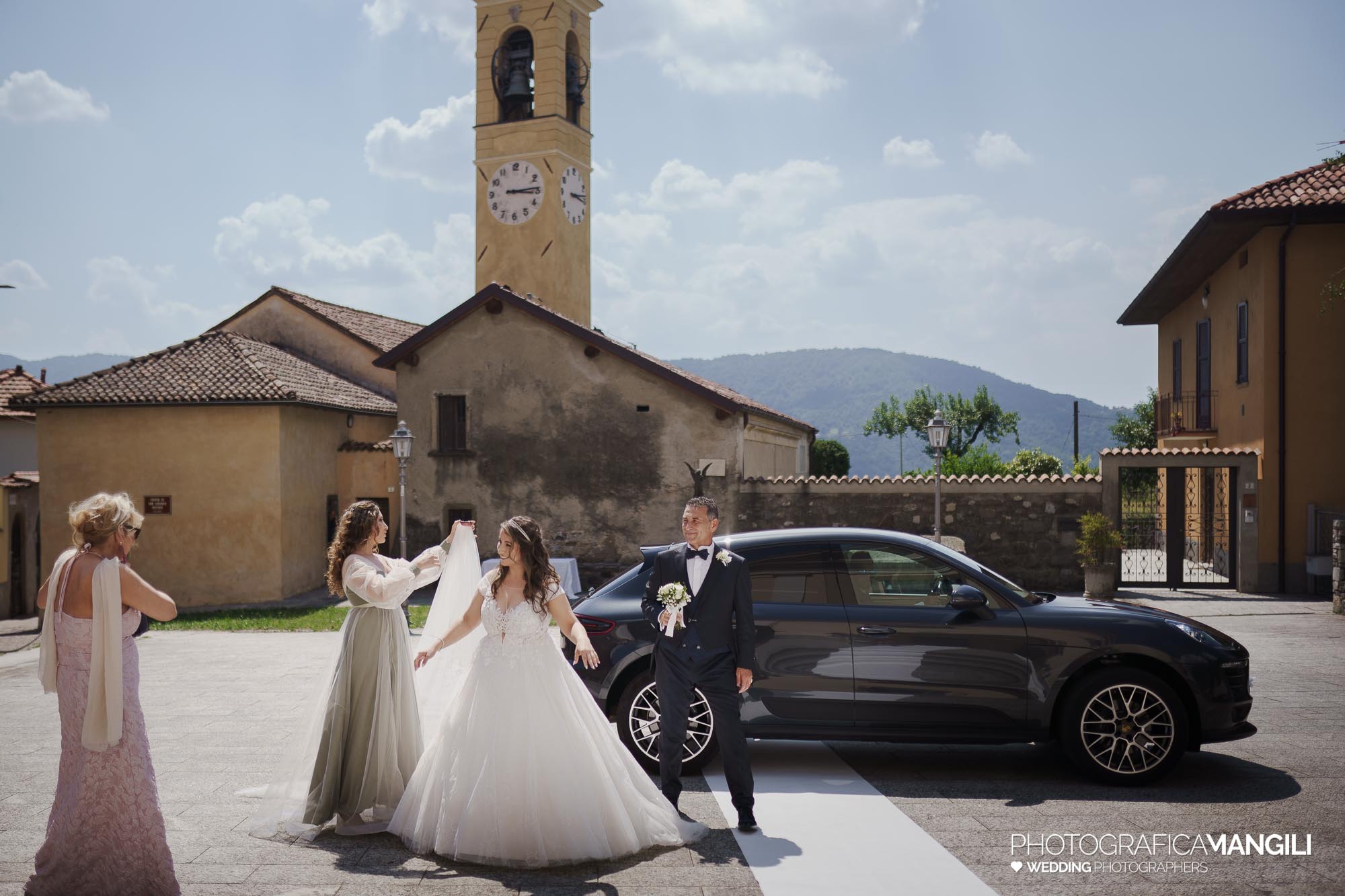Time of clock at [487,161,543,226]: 3:13
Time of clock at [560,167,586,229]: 3:13
